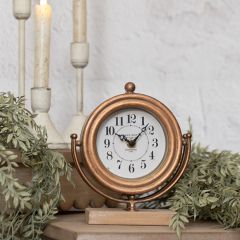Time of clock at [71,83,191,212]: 10:07
